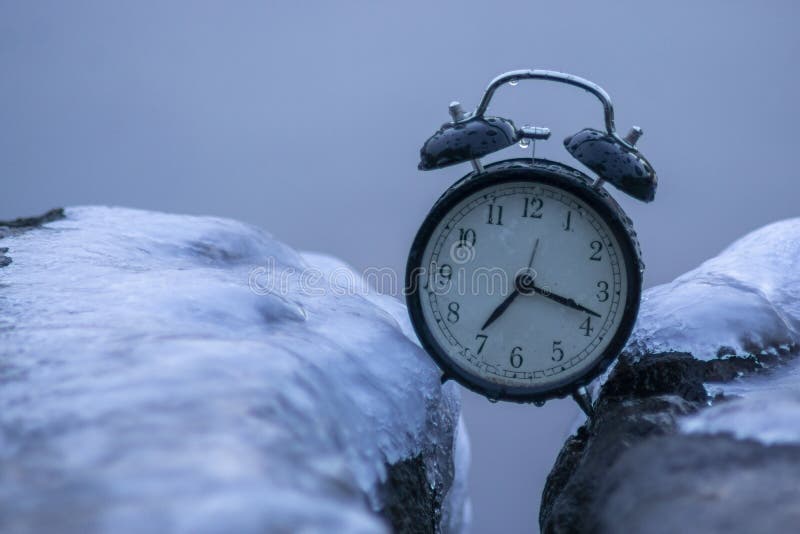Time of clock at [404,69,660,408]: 7:18
